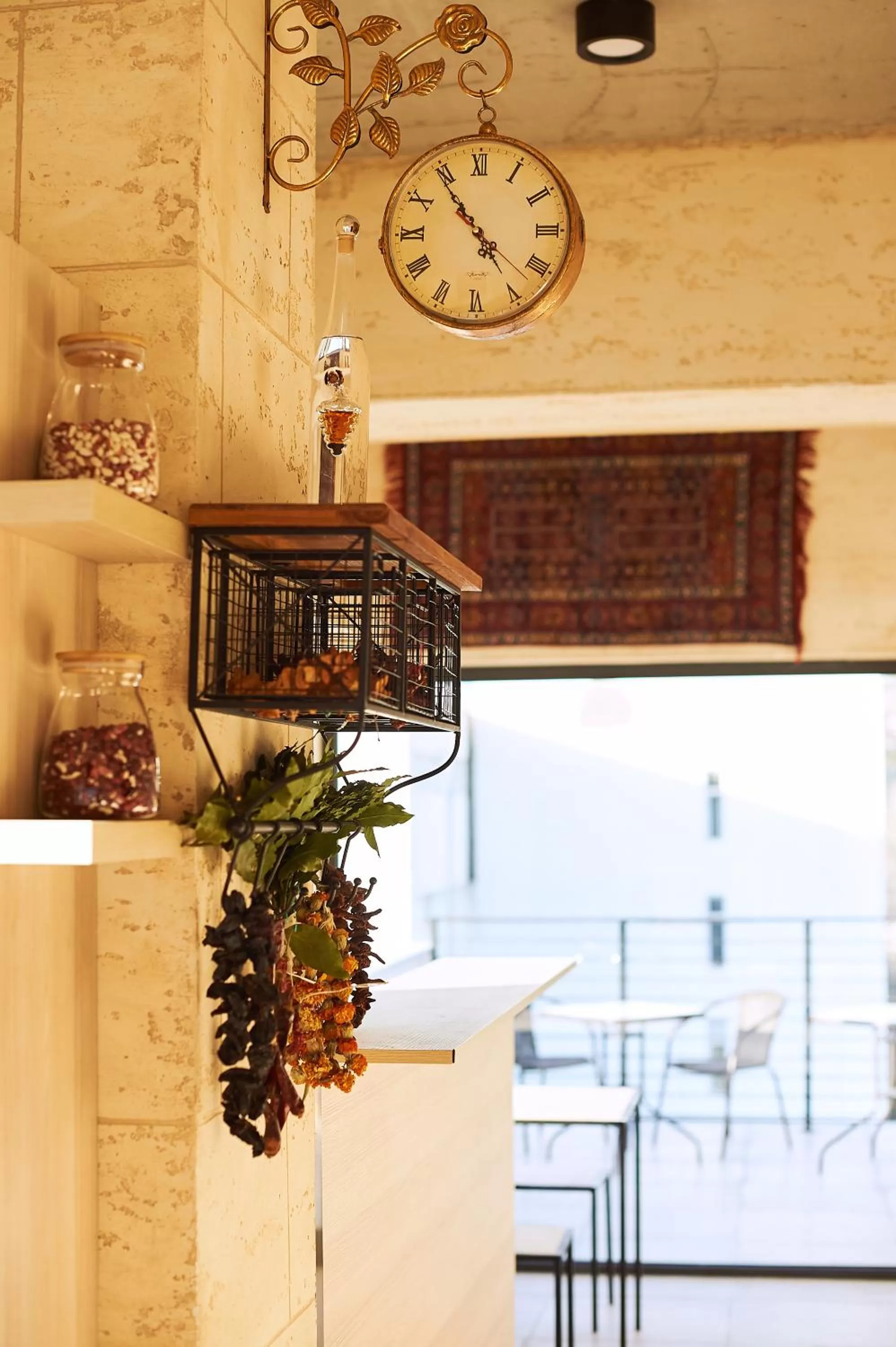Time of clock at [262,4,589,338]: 4:54
